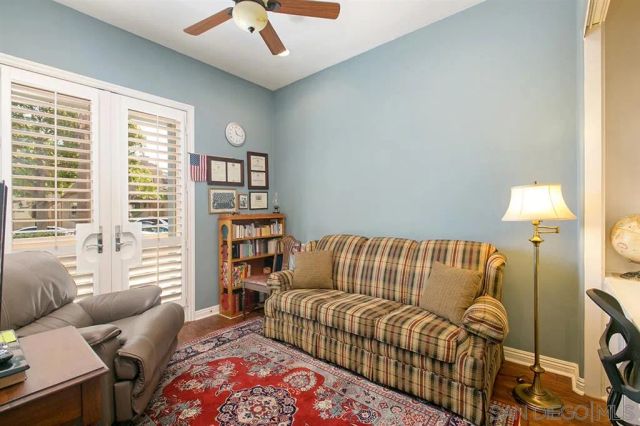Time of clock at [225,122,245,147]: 11:17
